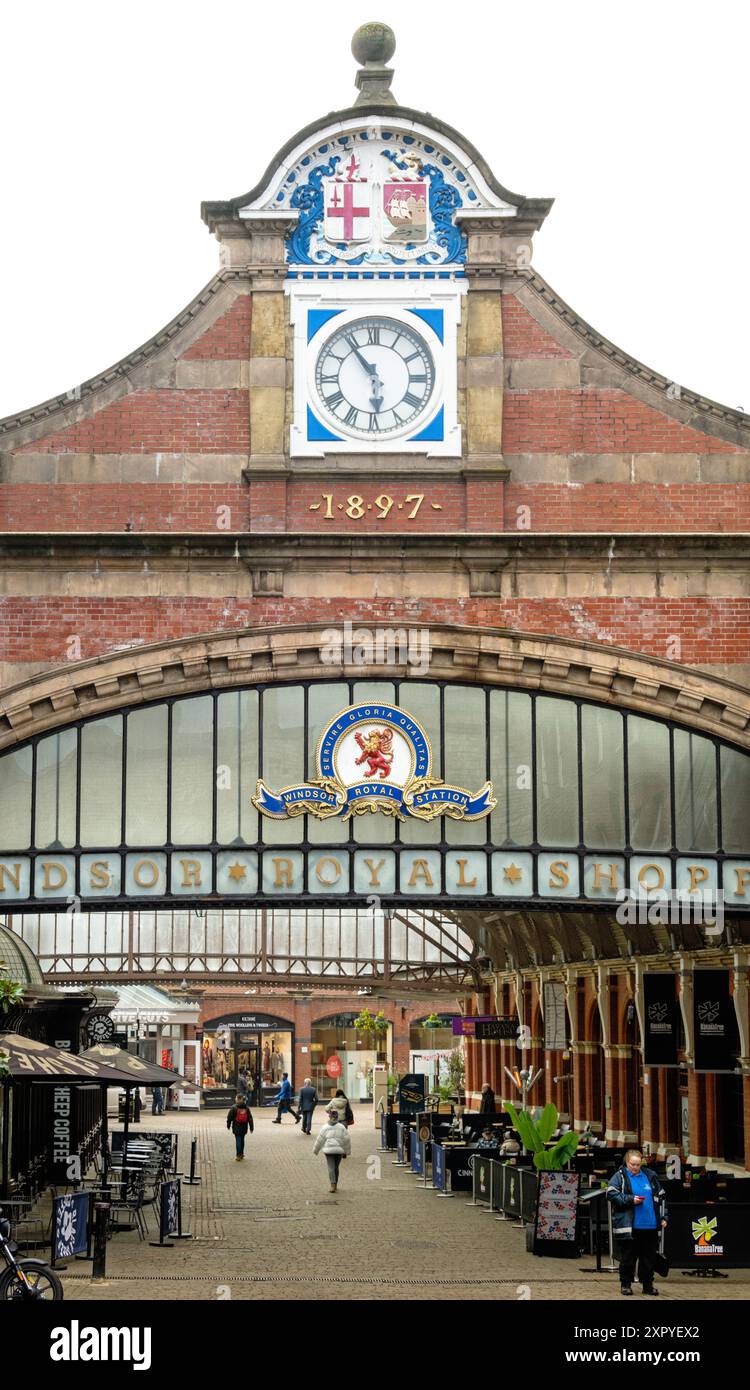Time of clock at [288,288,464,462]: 5:54
